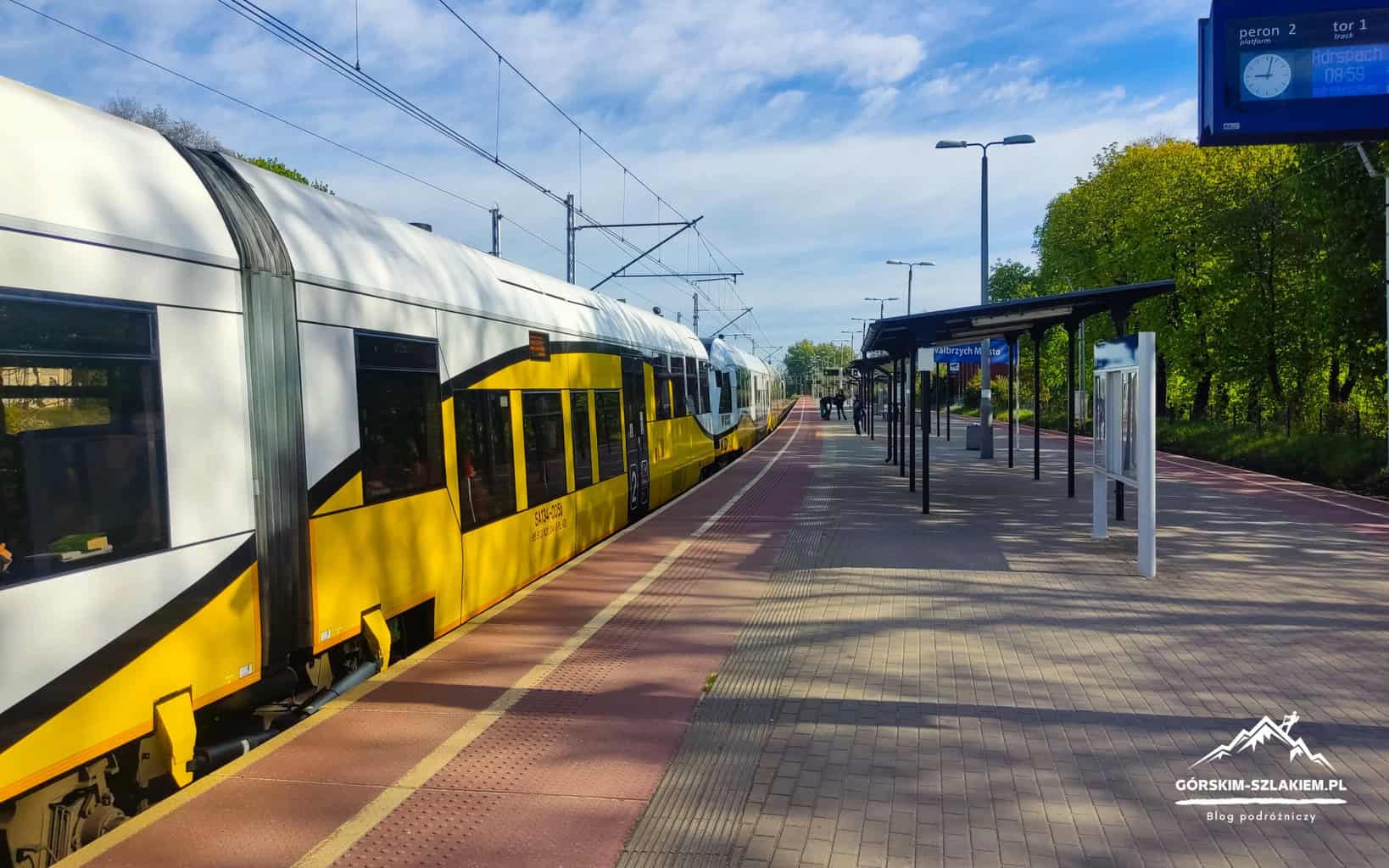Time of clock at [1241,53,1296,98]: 9:02
